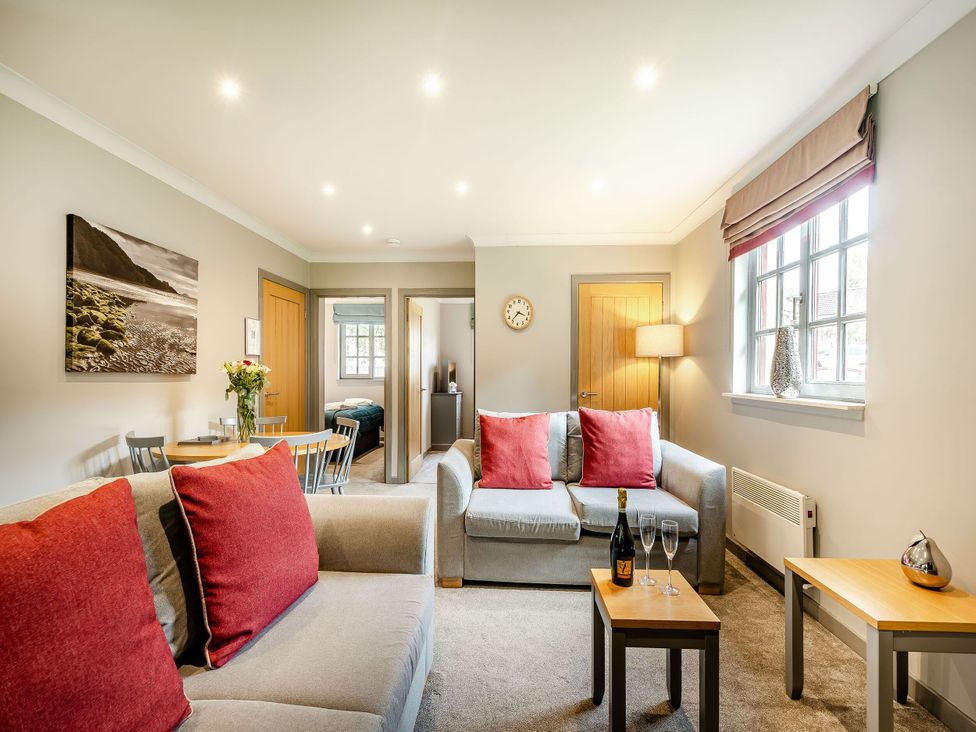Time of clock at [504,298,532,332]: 3:36
